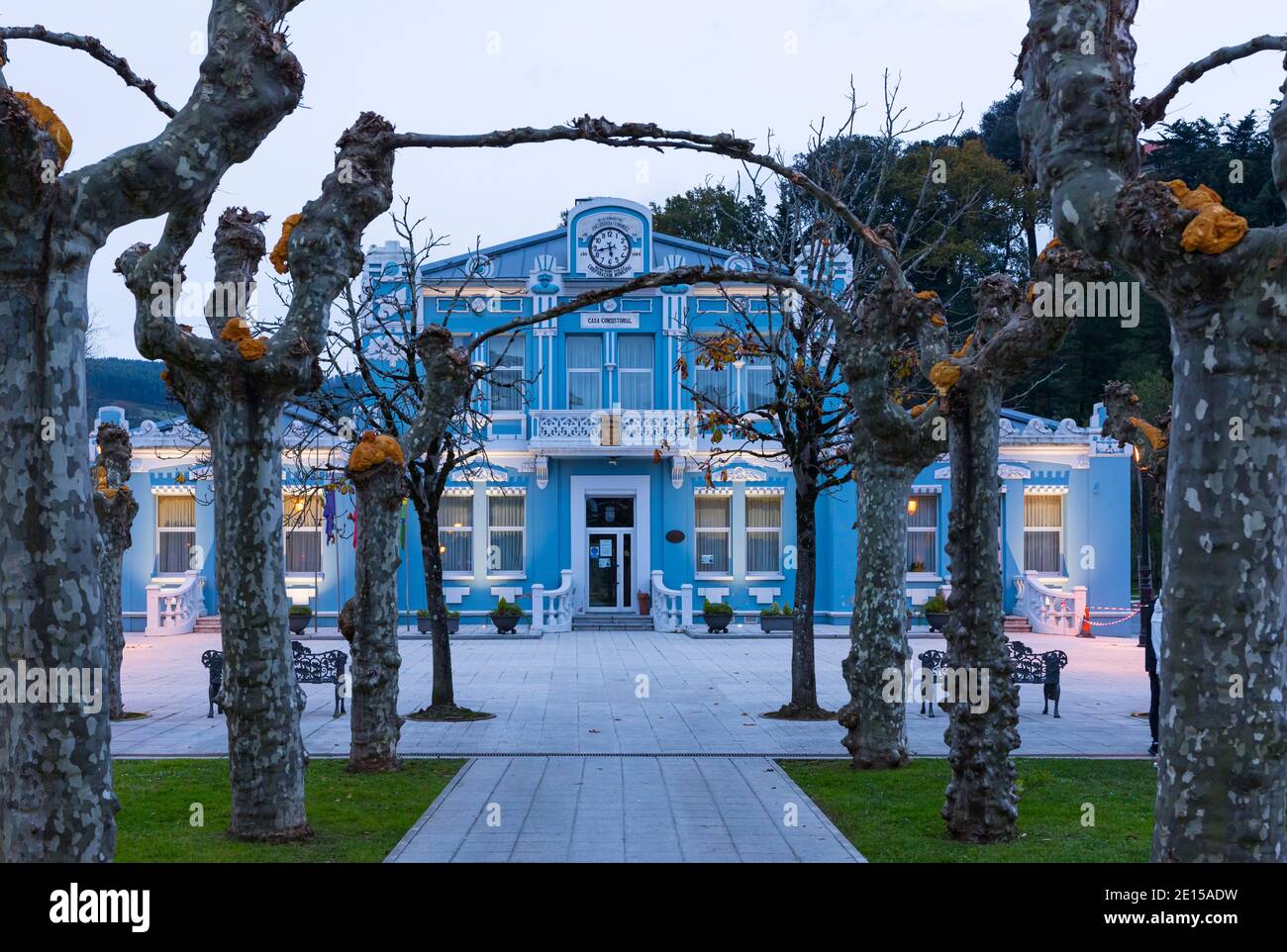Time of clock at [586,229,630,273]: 5:42
